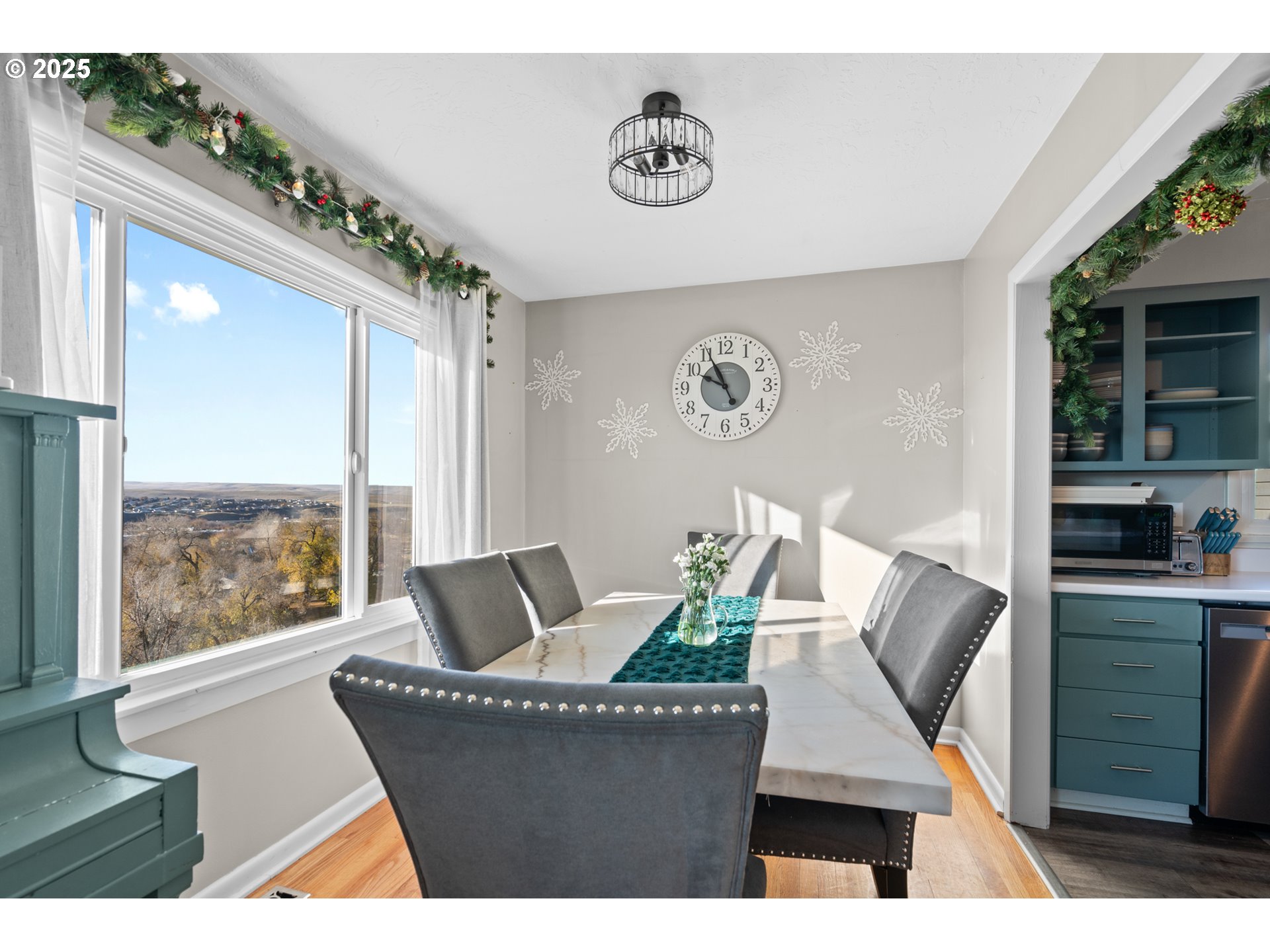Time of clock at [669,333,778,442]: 9:55
